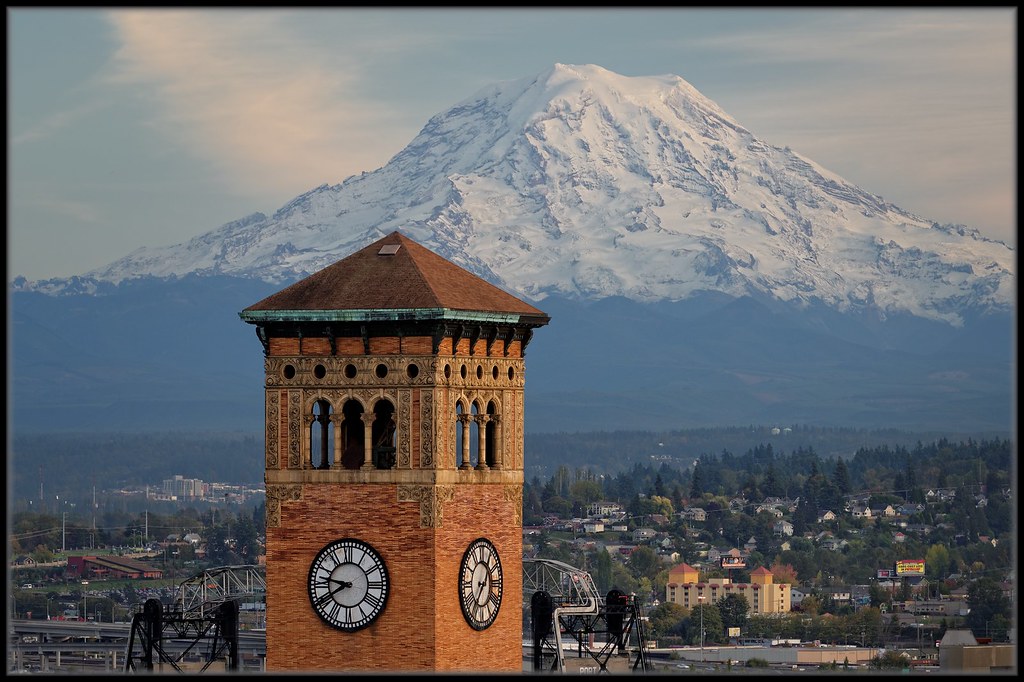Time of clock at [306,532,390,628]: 7:46
